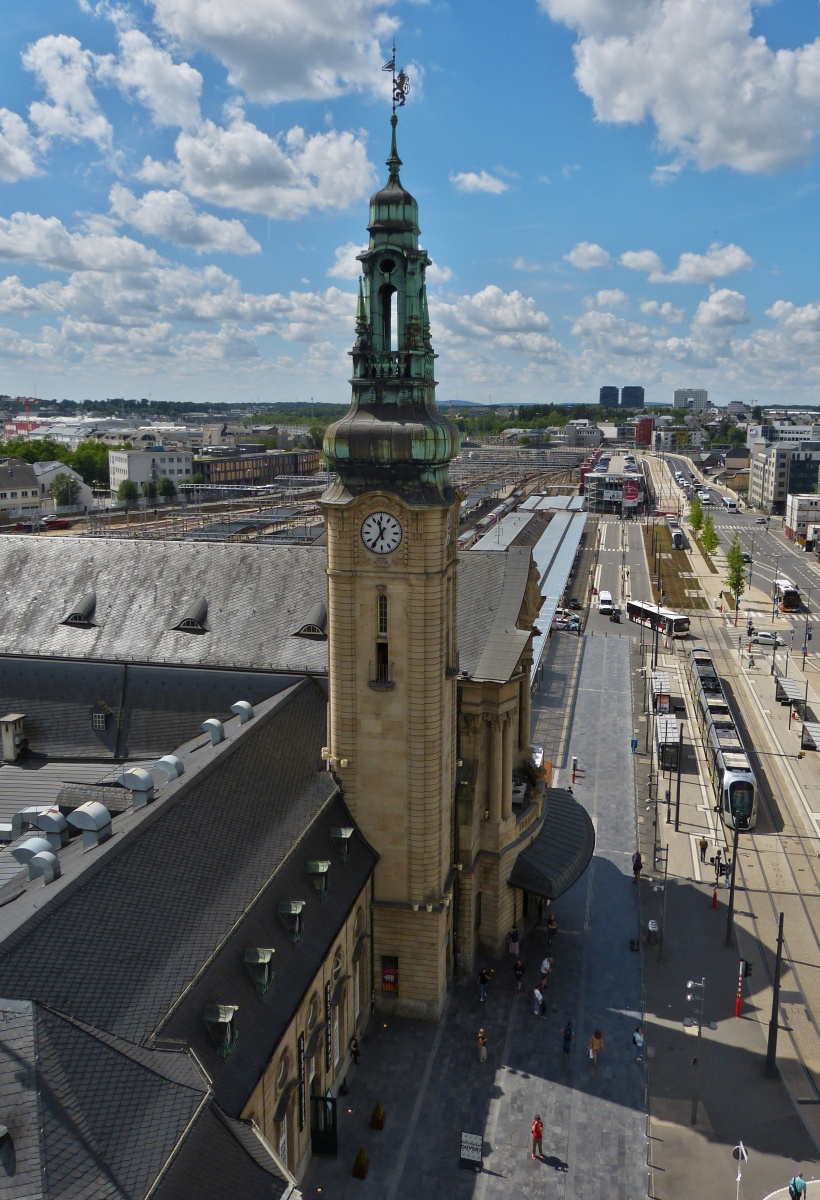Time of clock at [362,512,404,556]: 11:35
